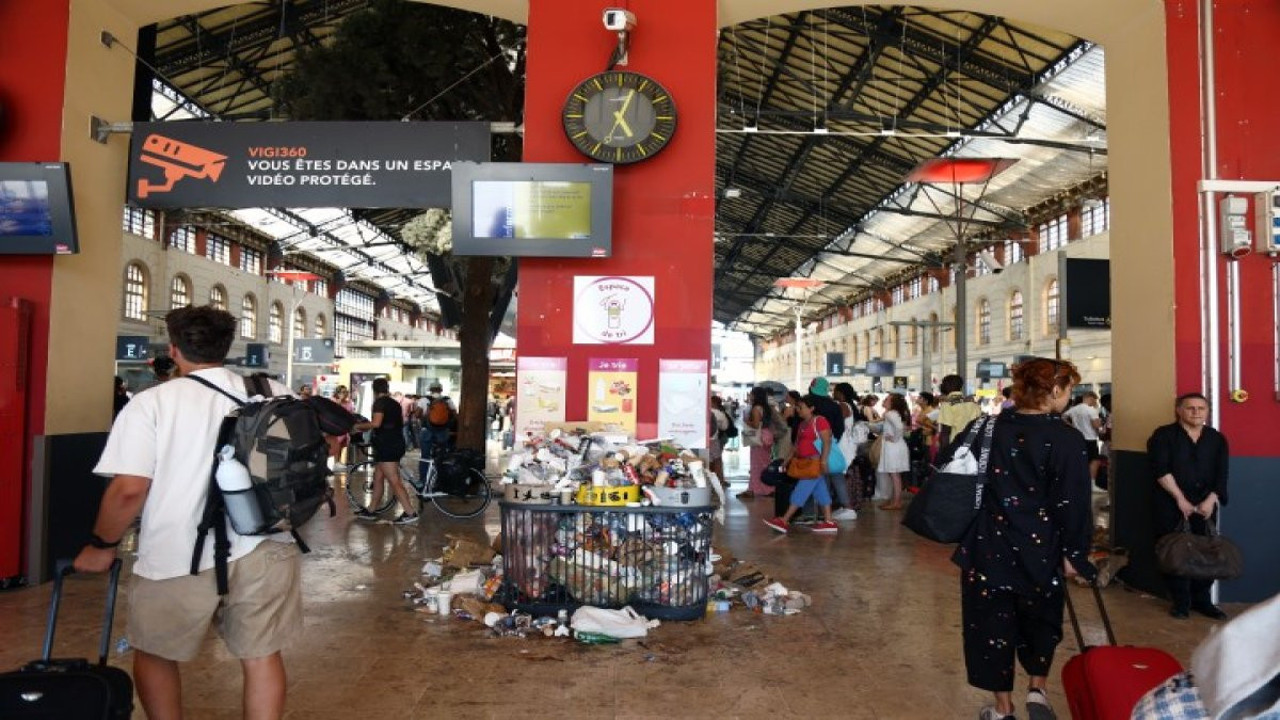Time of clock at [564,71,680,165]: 5:03
